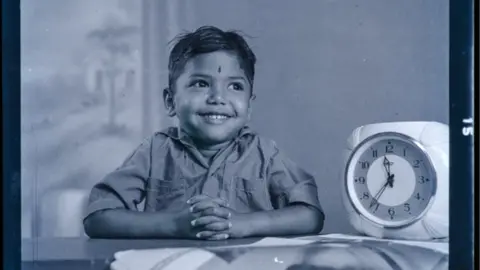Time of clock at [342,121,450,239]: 11:36
